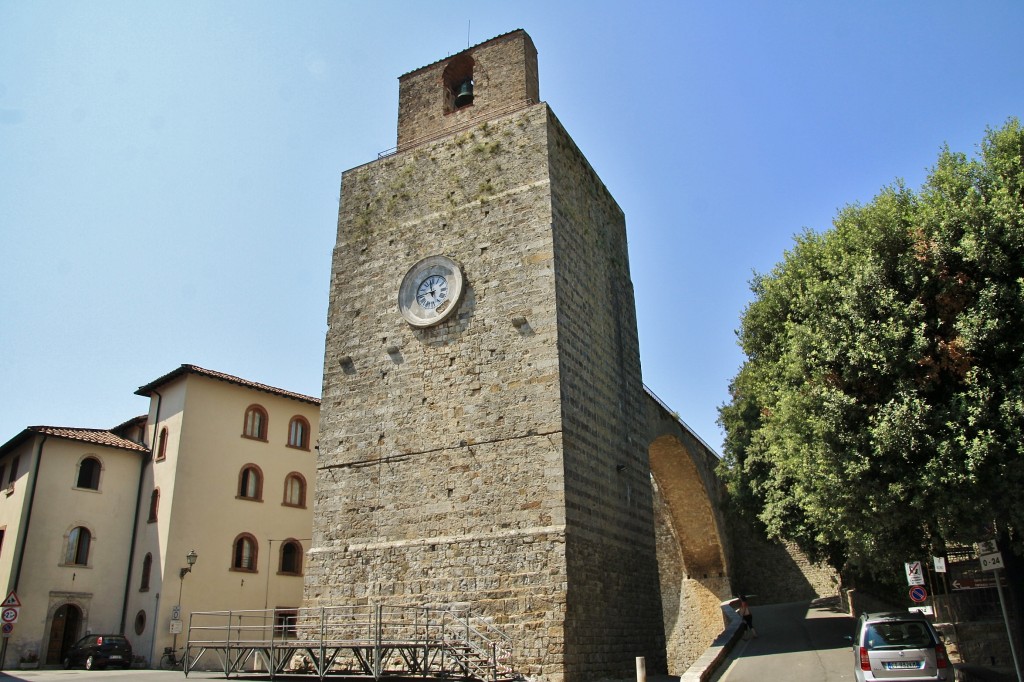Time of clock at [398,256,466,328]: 11:42
